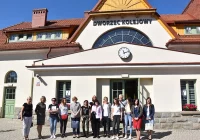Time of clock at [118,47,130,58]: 11:12
